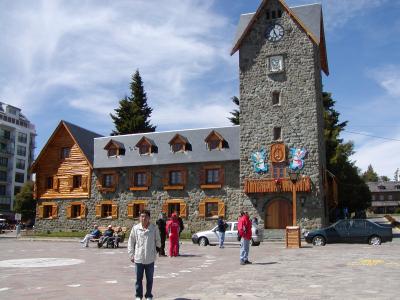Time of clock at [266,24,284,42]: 4:57
